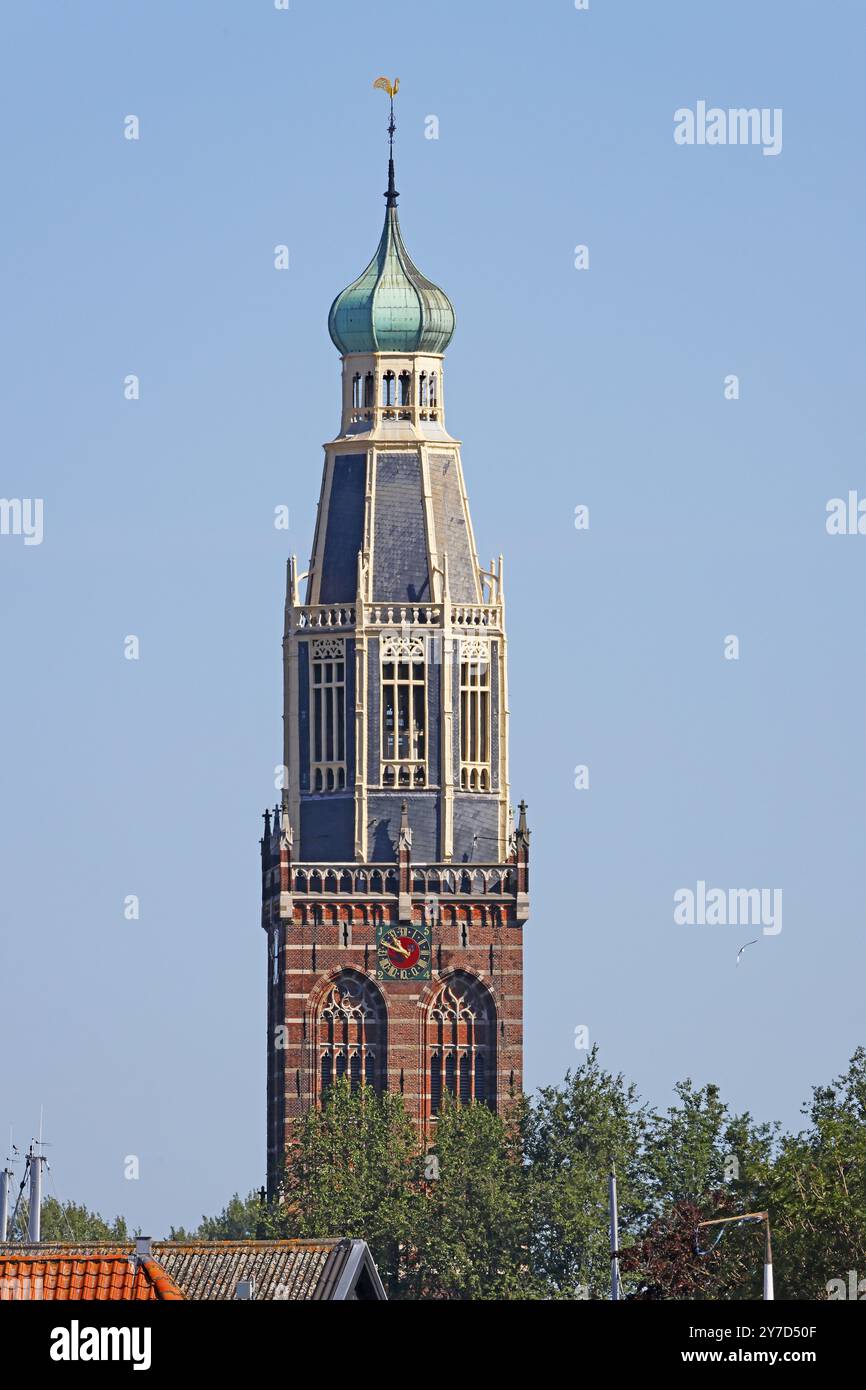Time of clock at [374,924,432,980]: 10:48
